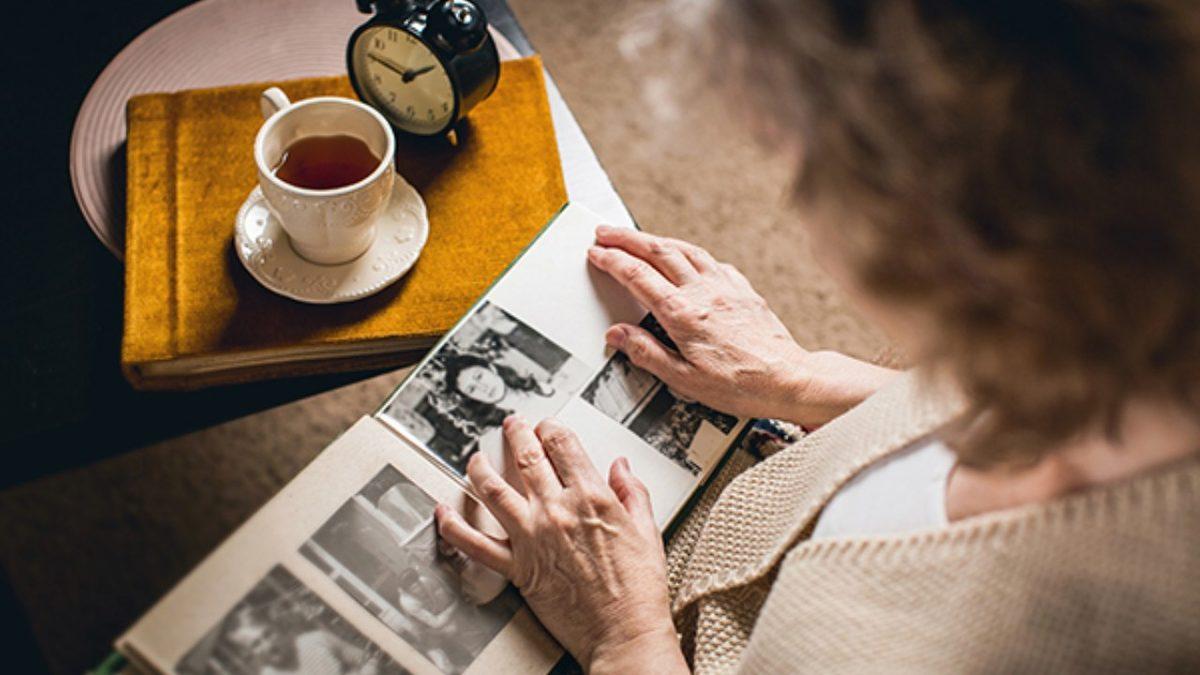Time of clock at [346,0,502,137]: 1:46
